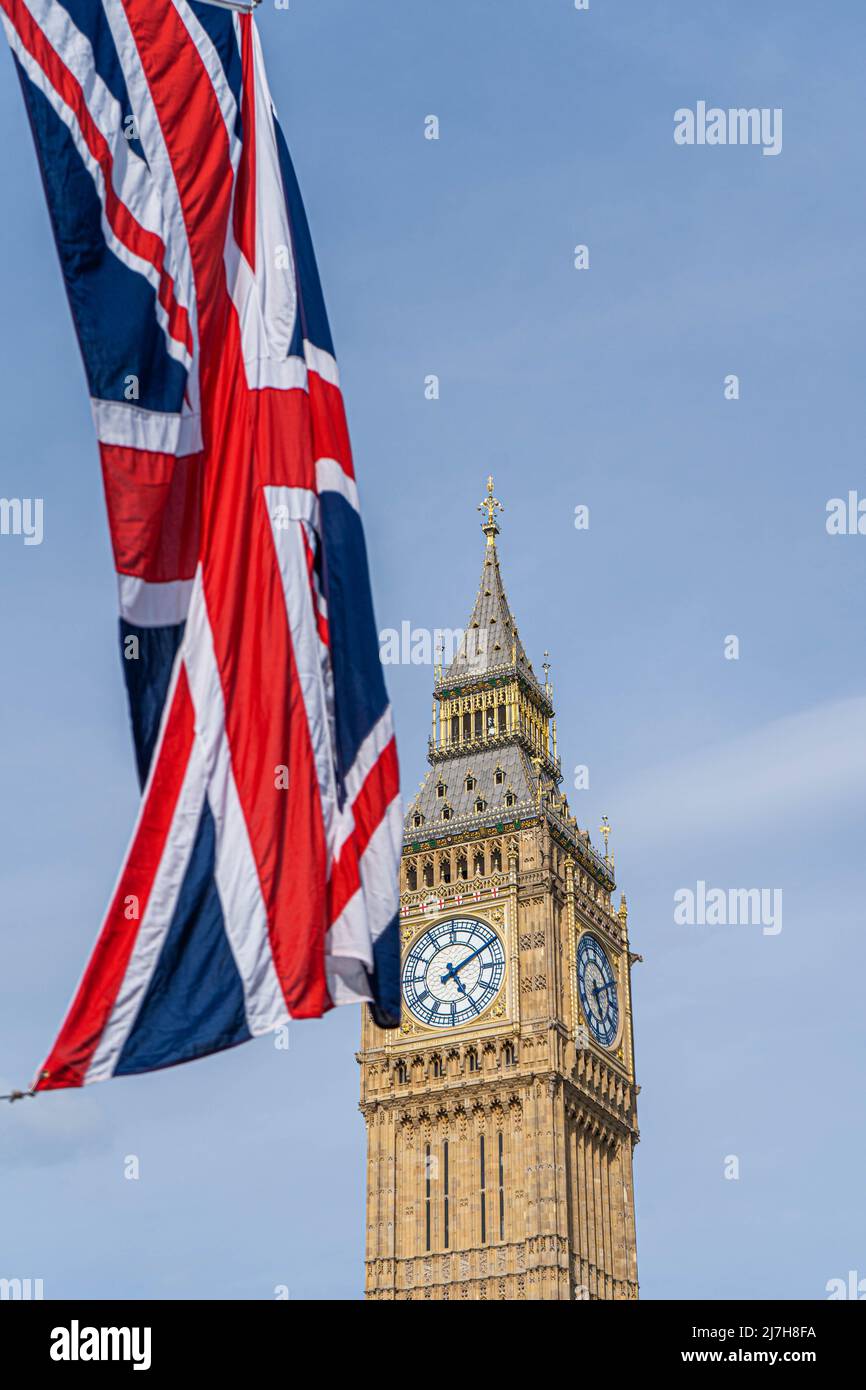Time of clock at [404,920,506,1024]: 5:09
